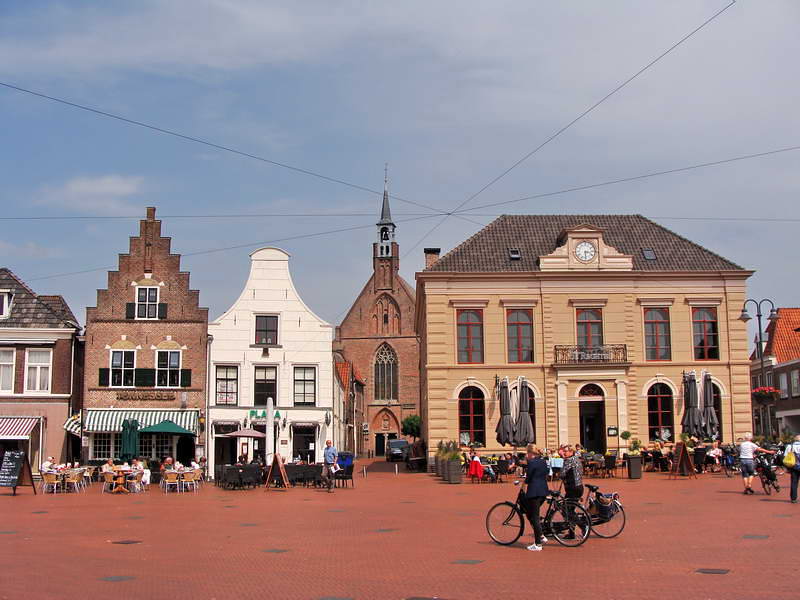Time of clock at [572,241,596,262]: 3:29
